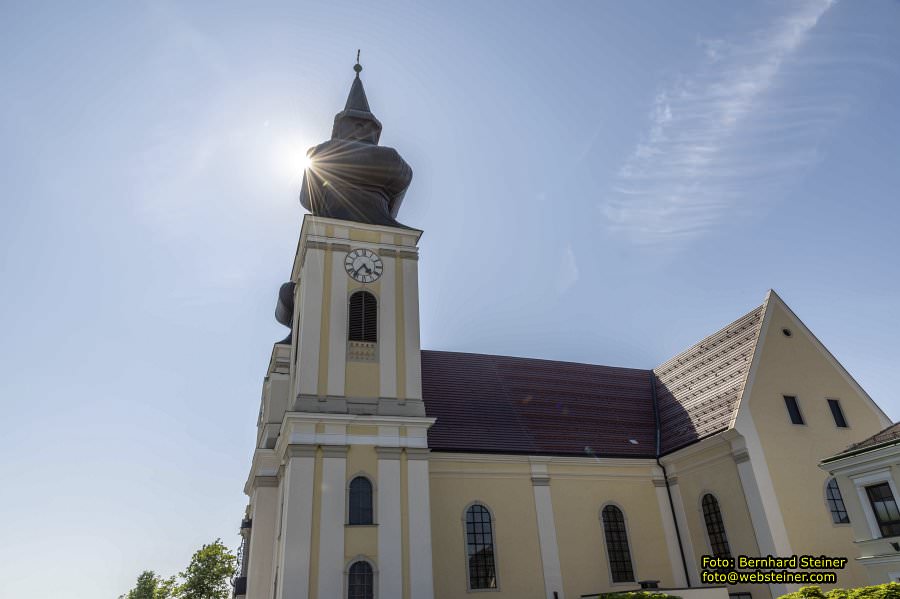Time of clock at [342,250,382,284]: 4:36
